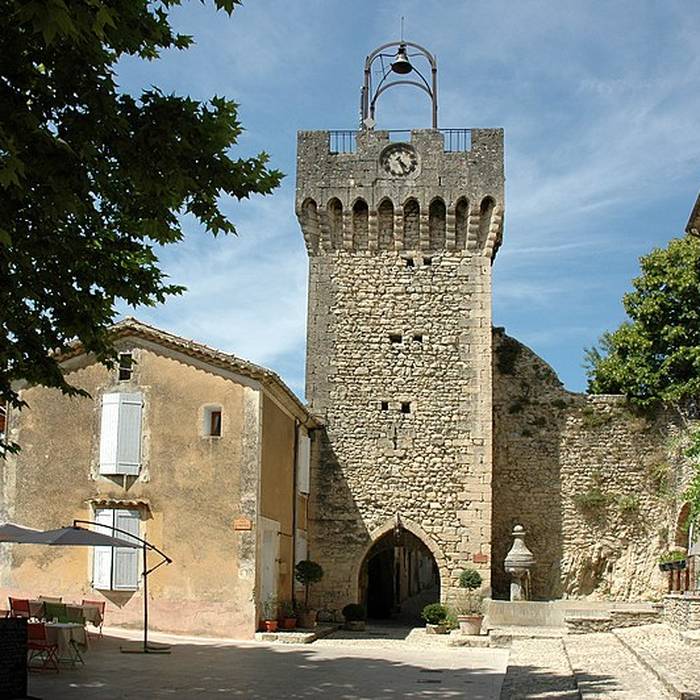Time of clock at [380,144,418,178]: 4:26
